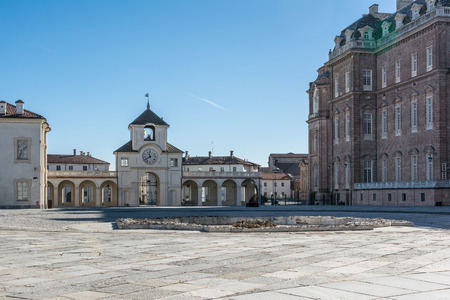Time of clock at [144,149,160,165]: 11:39
